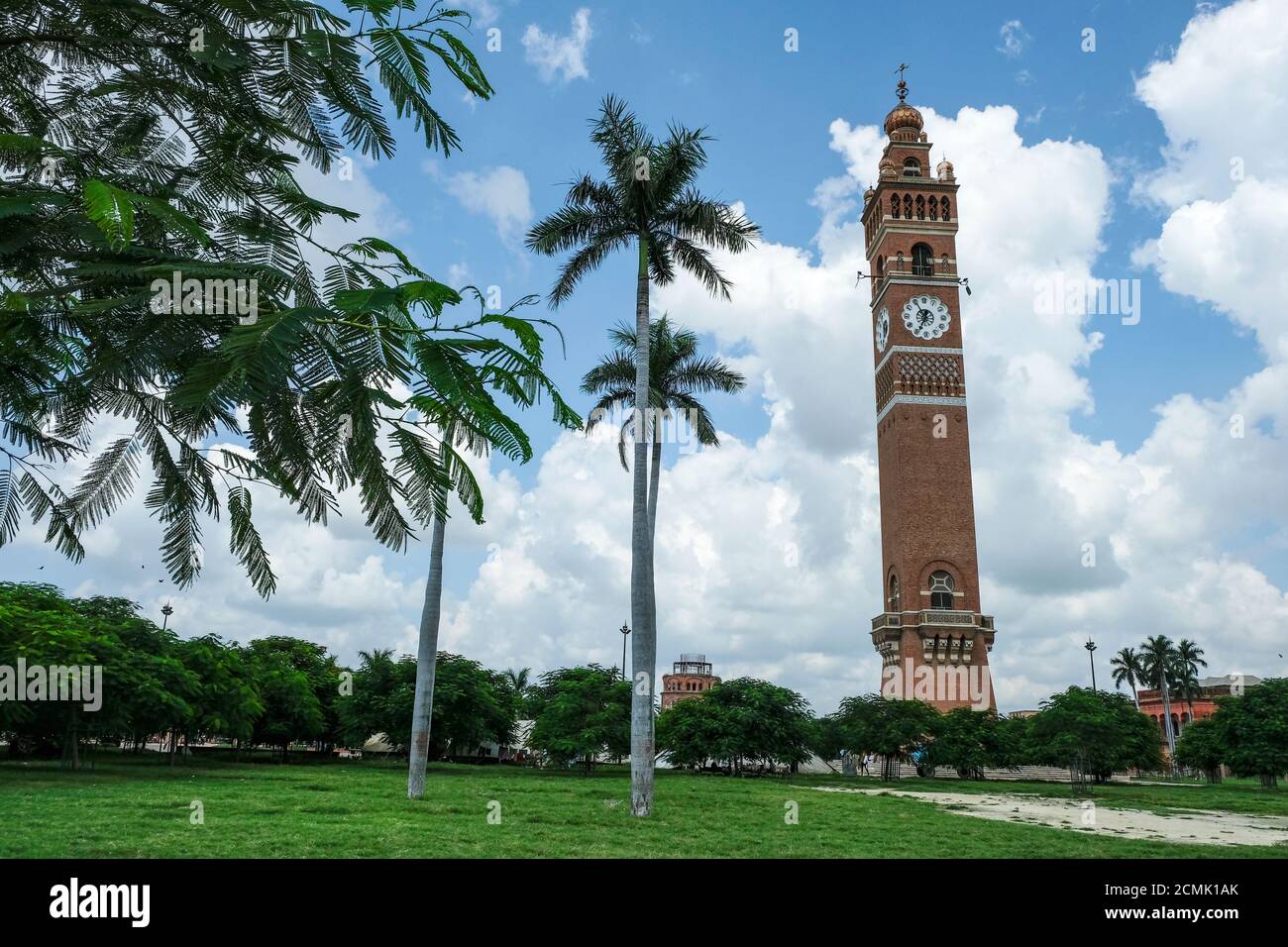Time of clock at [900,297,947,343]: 6:55
